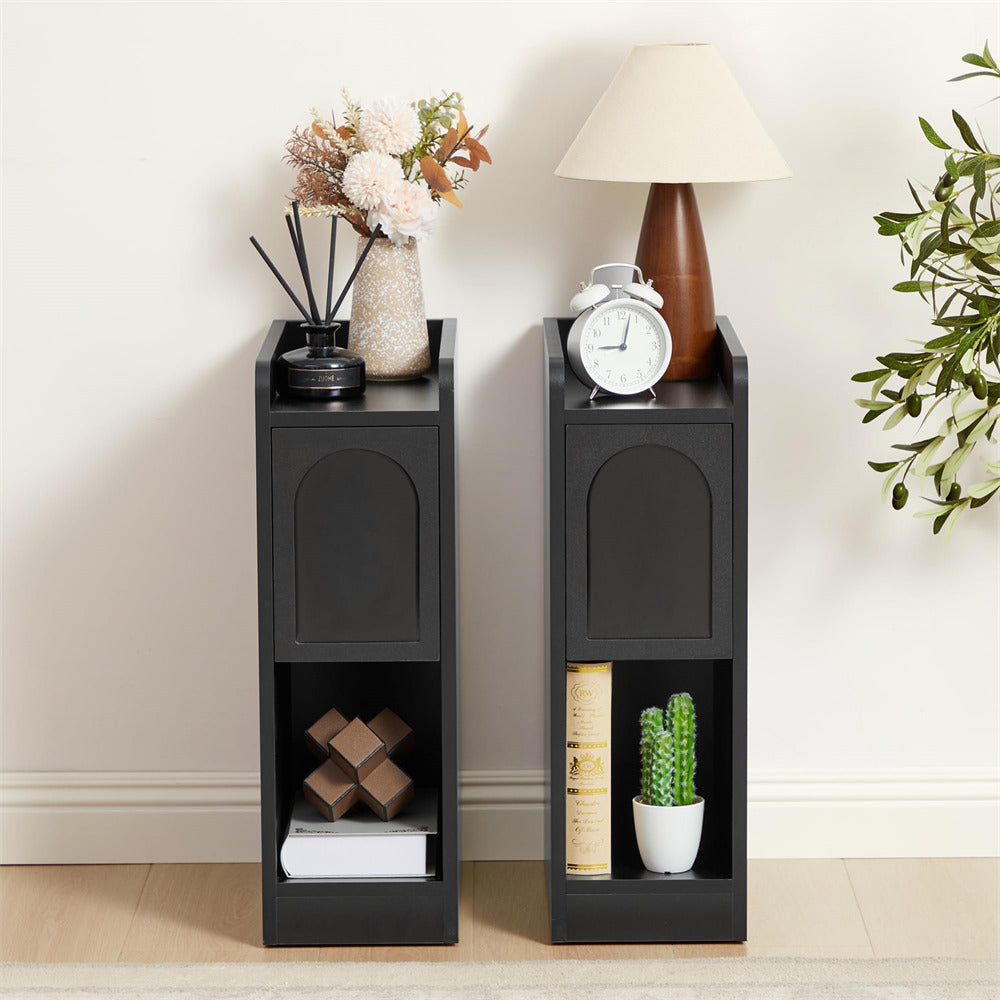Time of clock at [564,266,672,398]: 9:02
